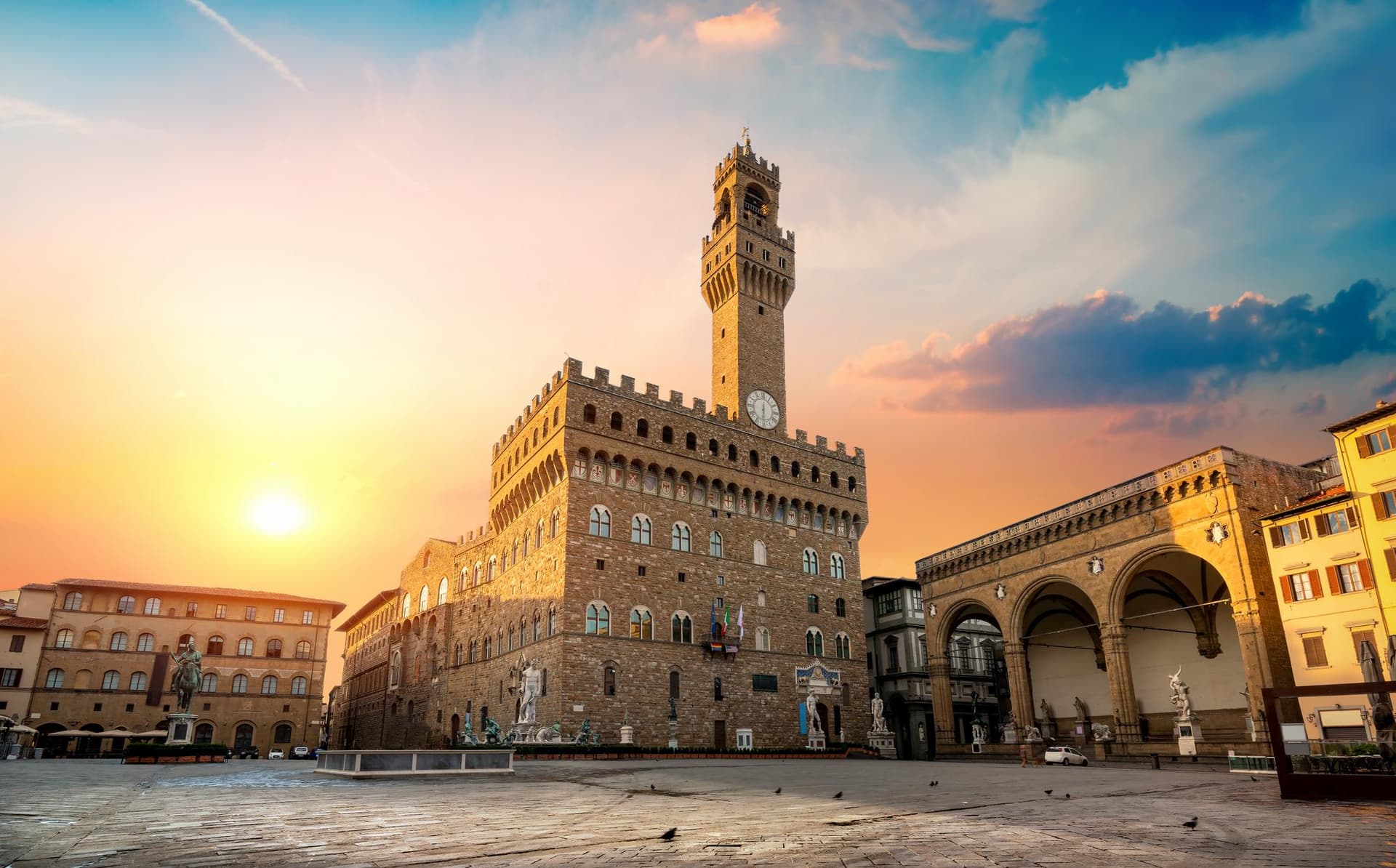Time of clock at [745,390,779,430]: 6:30
